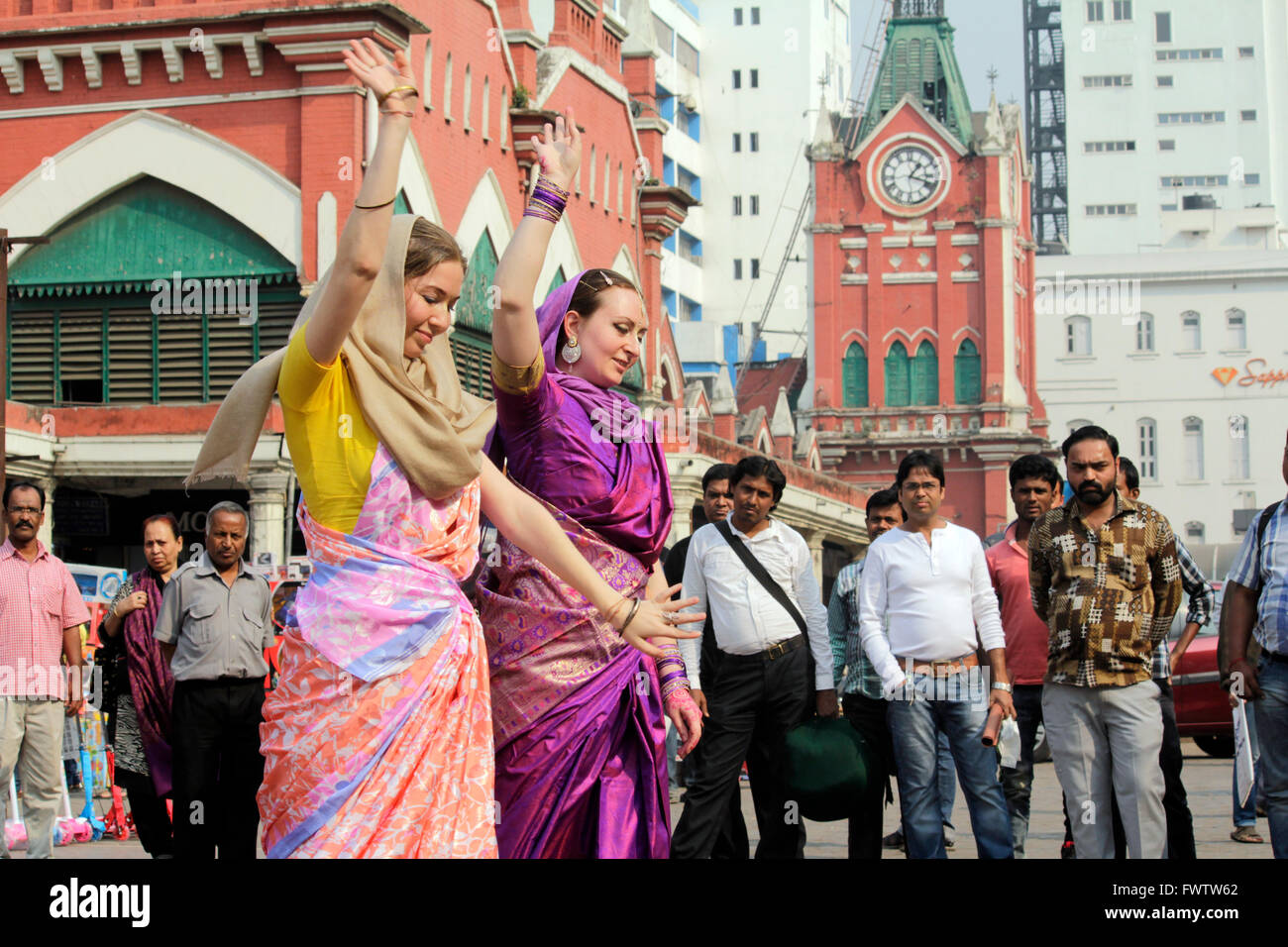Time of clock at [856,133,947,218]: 1:18
